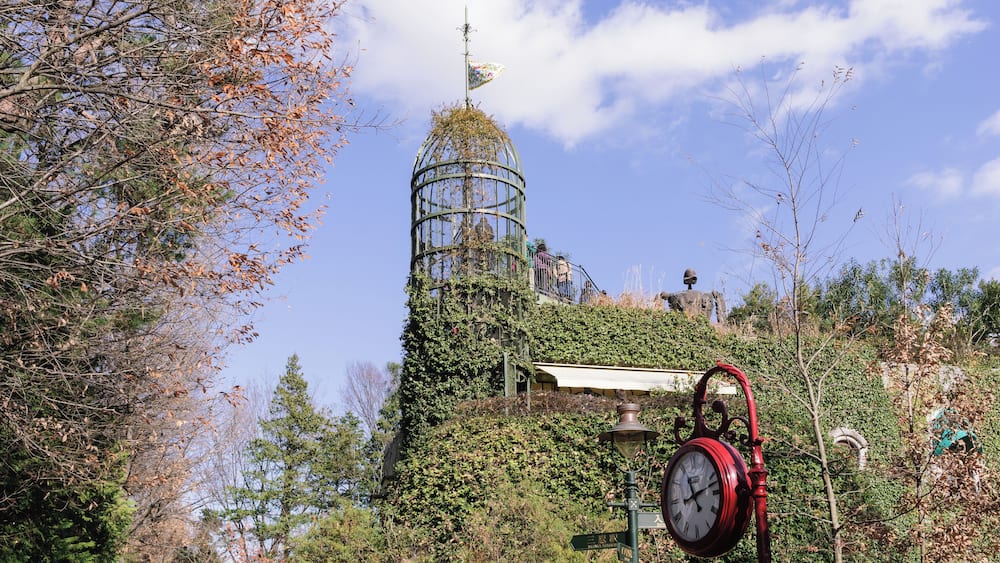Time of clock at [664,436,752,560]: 11:12
